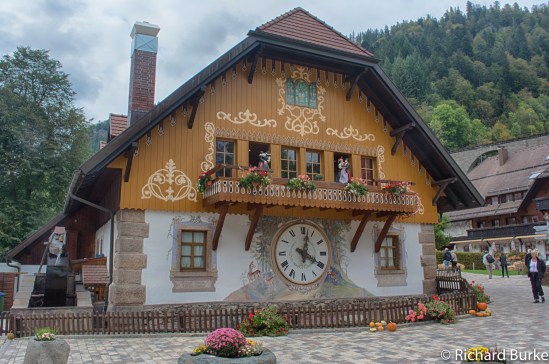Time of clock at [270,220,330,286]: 4:02
